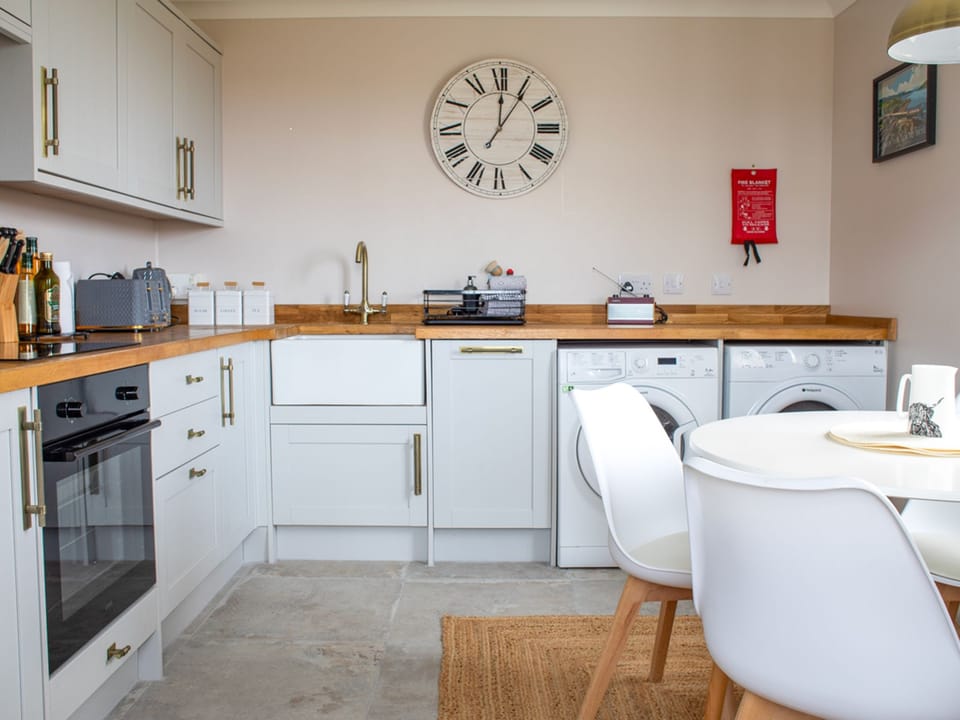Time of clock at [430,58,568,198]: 12:05
